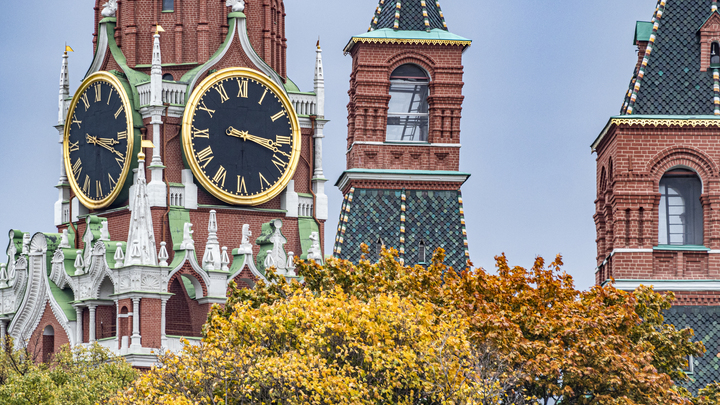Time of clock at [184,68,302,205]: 3:17
